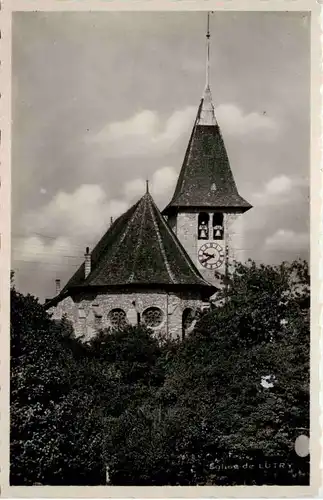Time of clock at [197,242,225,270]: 9:39
